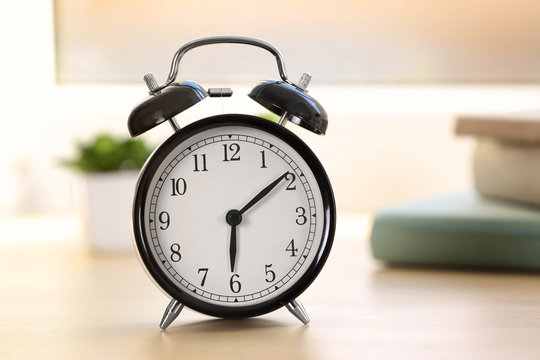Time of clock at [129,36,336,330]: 6:09
